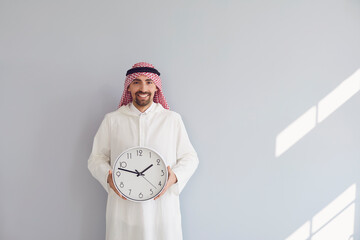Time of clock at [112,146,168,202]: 1:47
